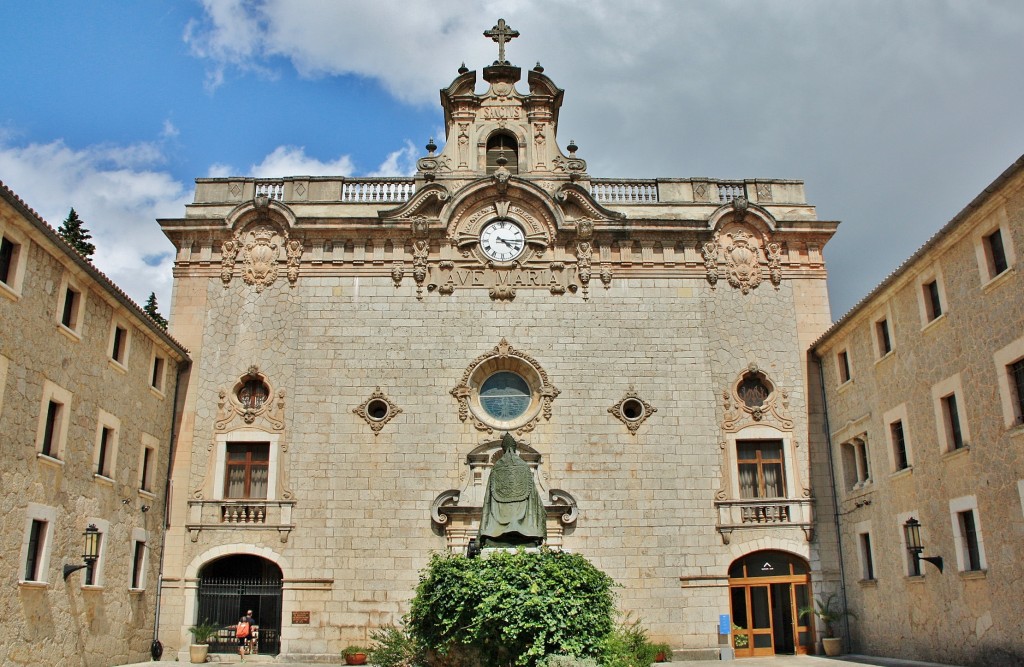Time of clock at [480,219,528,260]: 4:15
